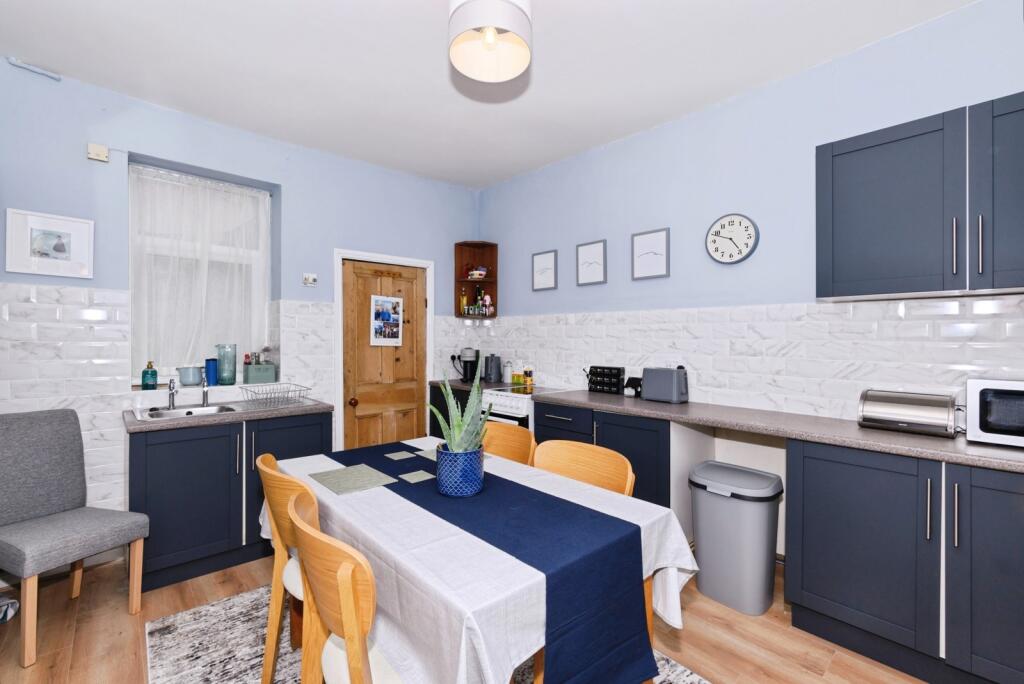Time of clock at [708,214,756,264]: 4:48
